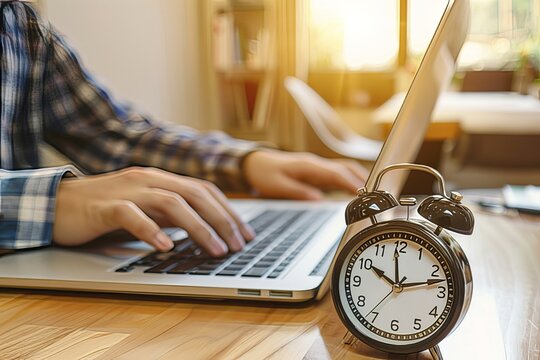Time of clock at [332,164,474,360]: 10:12
